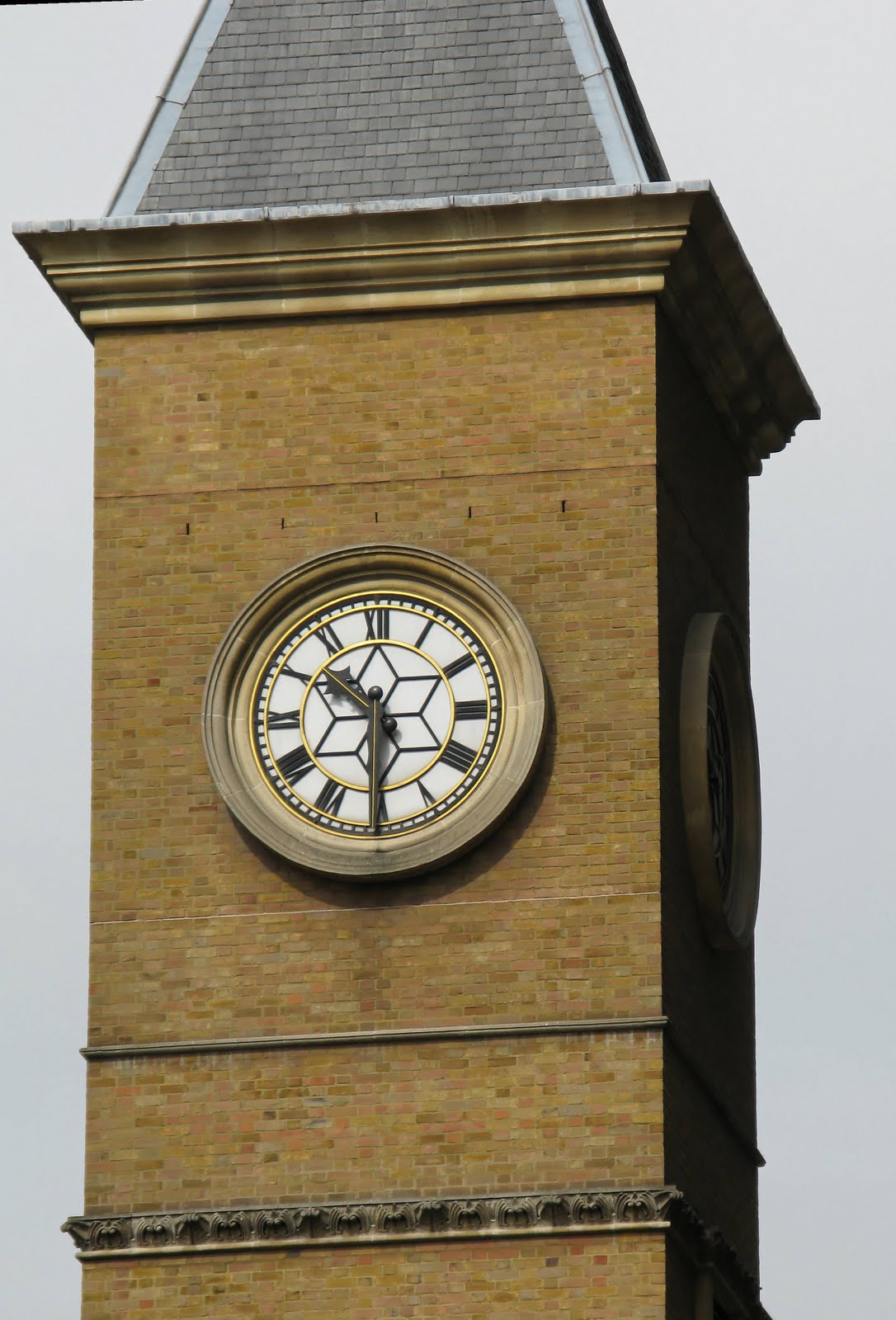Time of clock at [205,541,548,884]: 10:29
